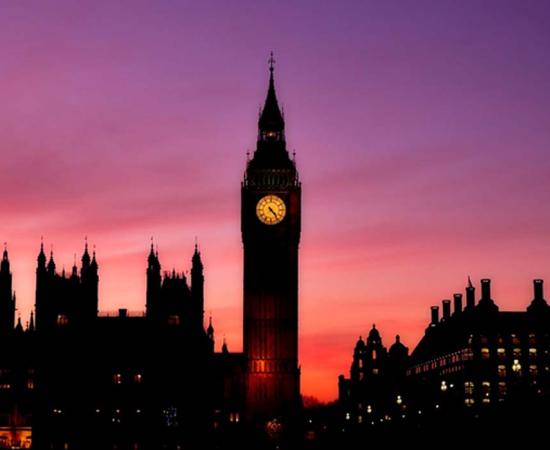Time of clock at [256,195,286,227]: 4:23
